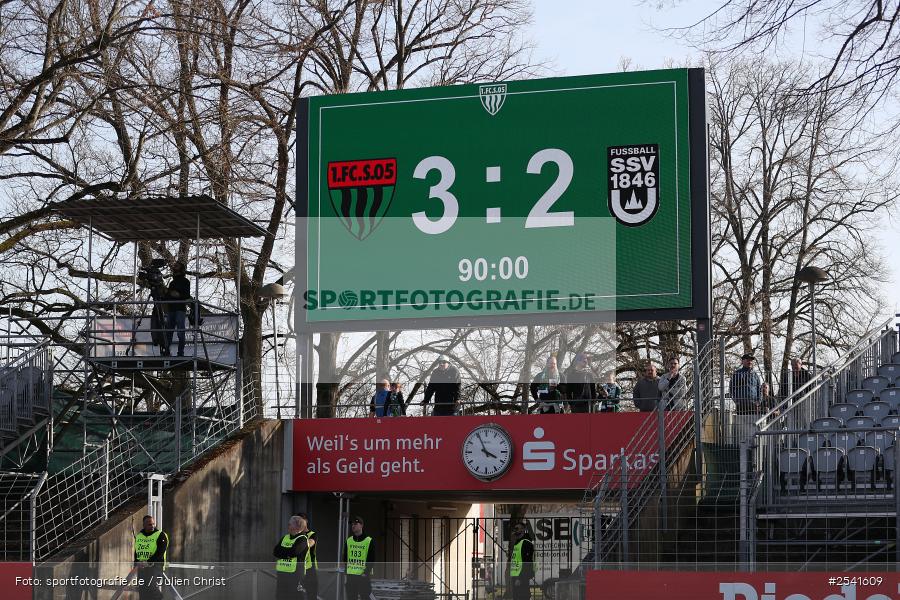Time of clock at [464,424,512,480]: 3:55
